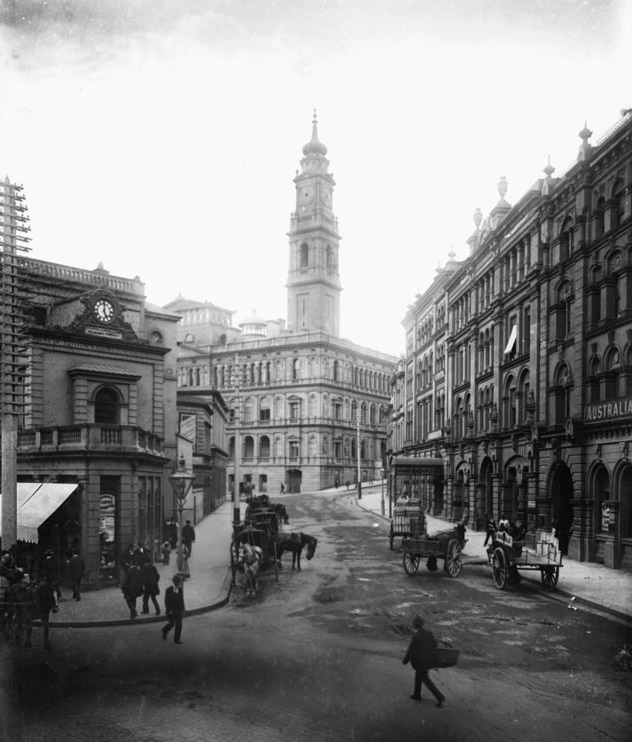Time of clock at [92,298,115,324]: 5:00
